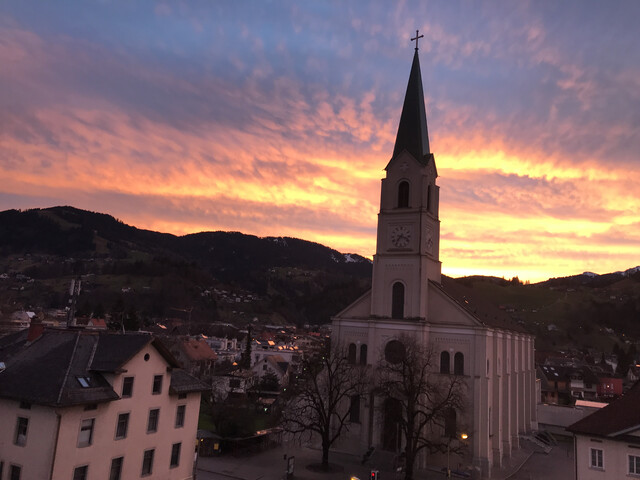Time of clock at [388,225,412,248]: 7:17
